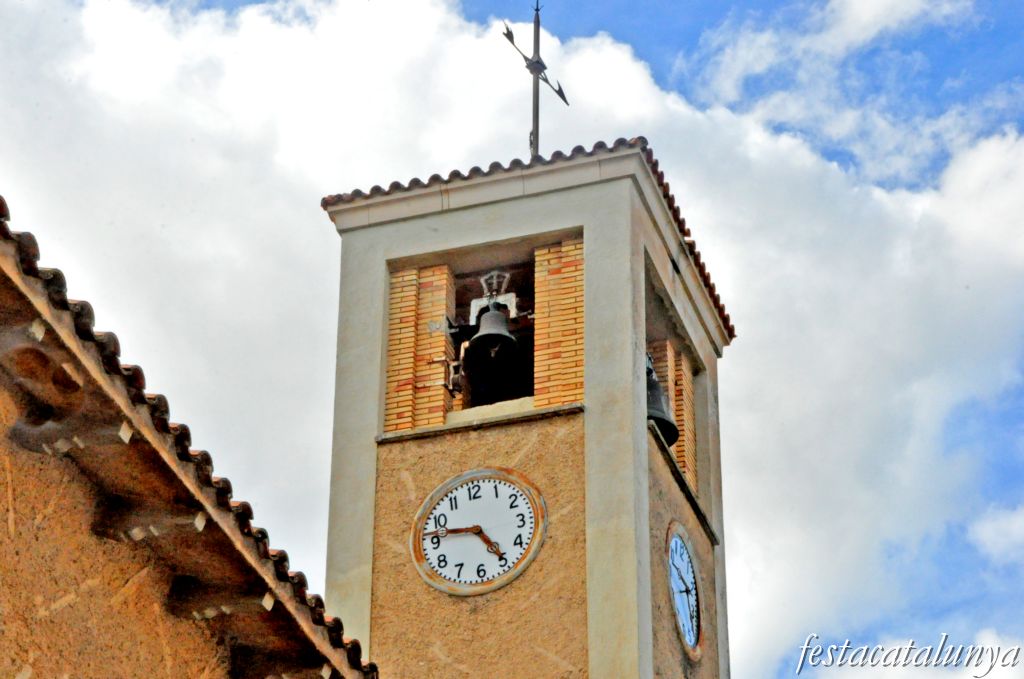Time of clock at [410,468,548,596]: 4:46
